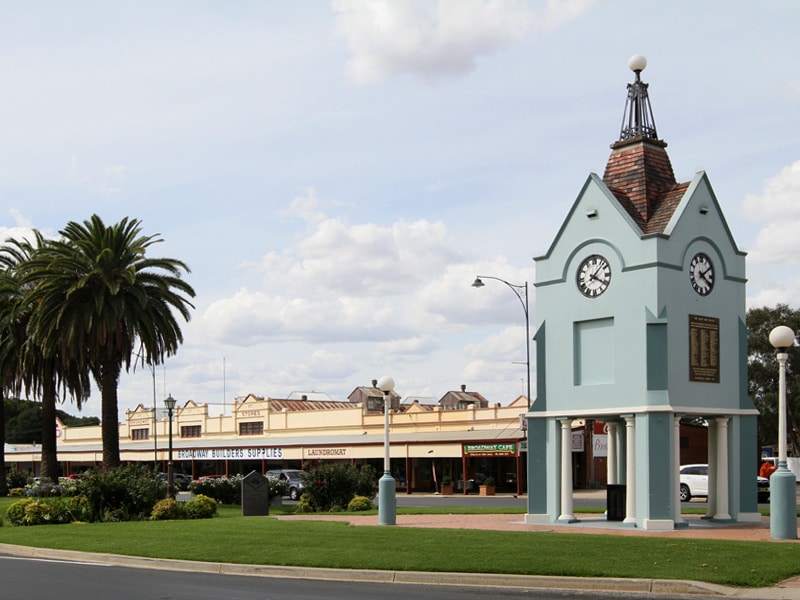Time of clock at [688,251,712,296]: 4:09
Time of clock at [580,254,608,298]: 4:07
